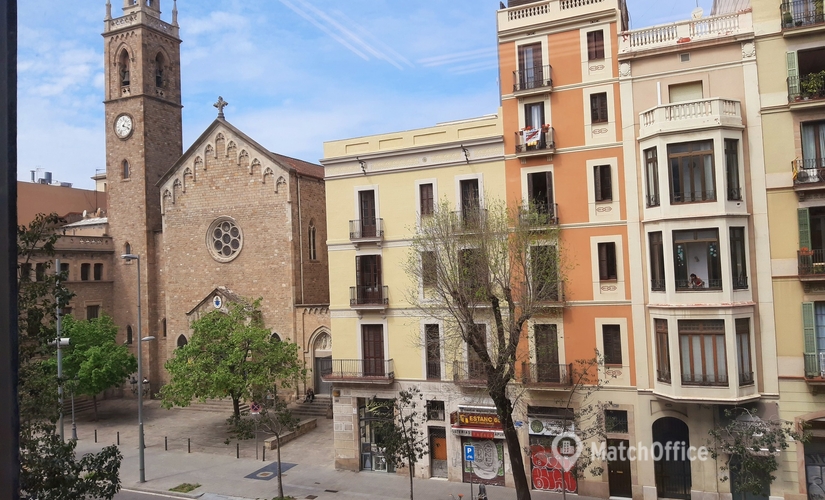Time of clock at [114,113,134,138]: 1:18
